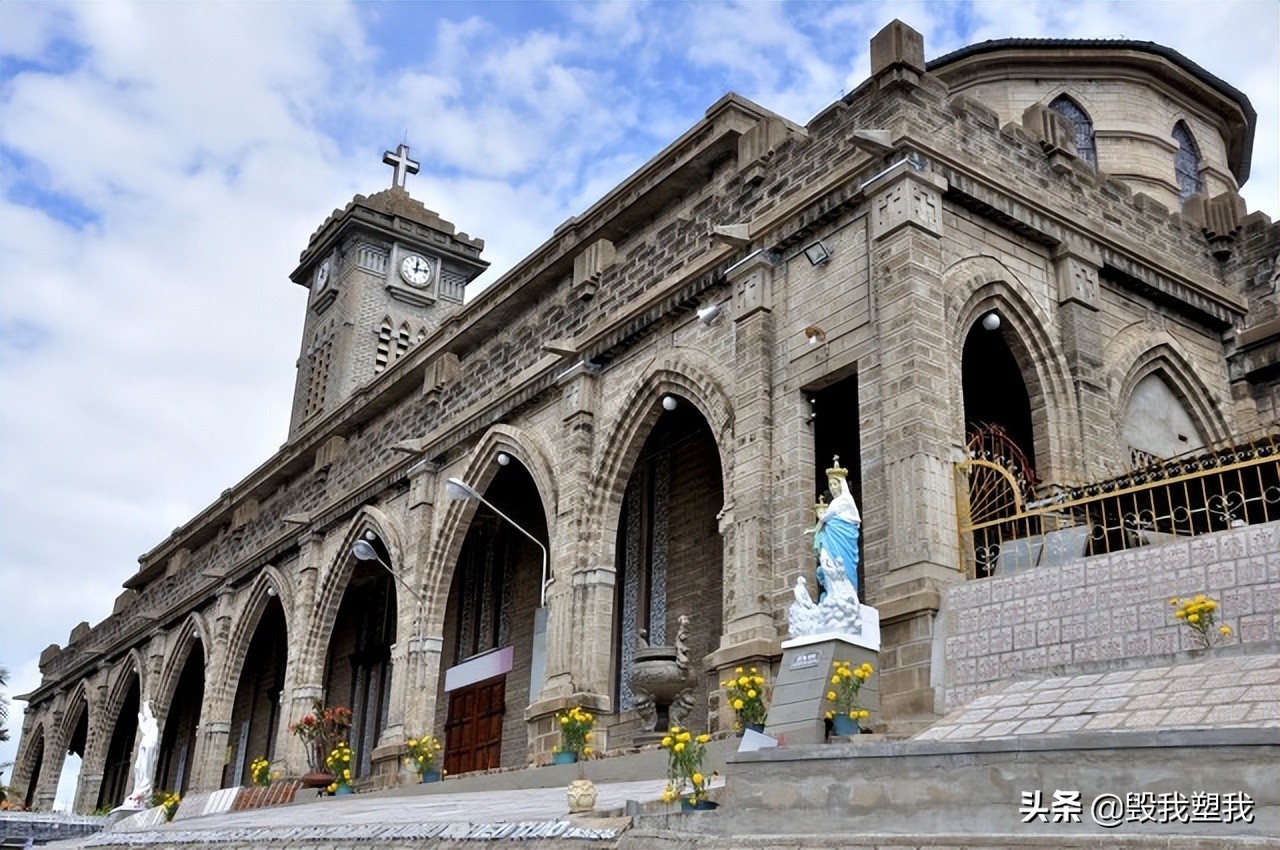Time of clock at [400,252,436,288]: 12:13
